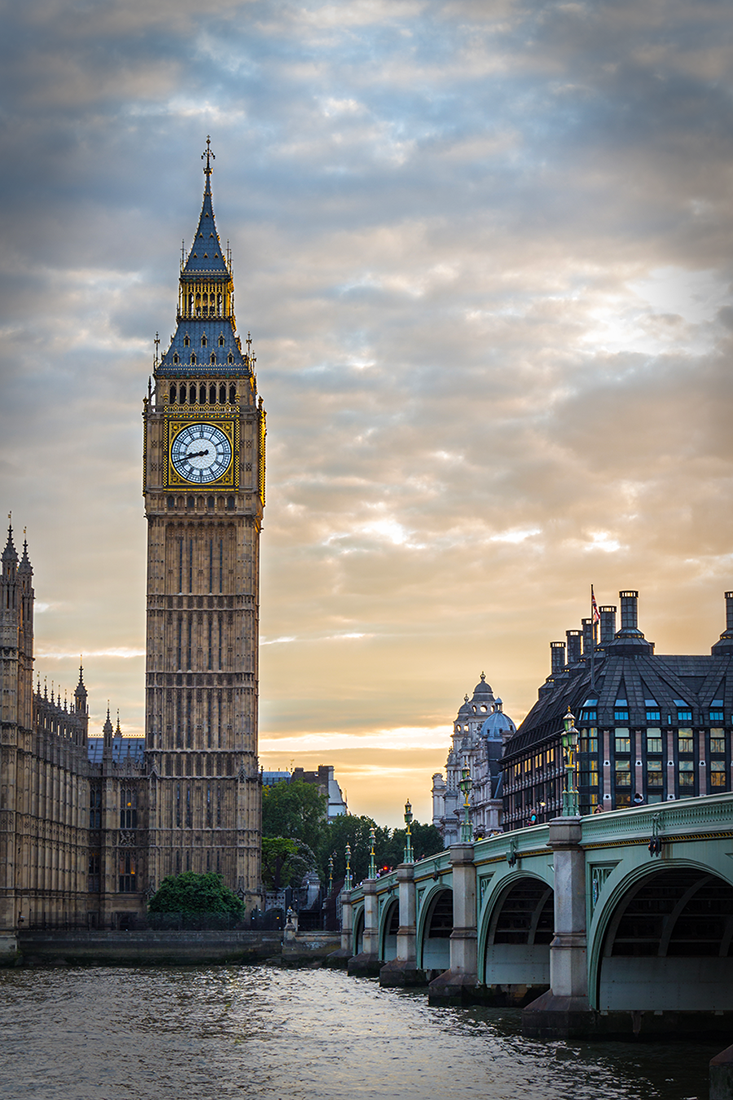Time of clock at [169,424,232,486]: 8:41
